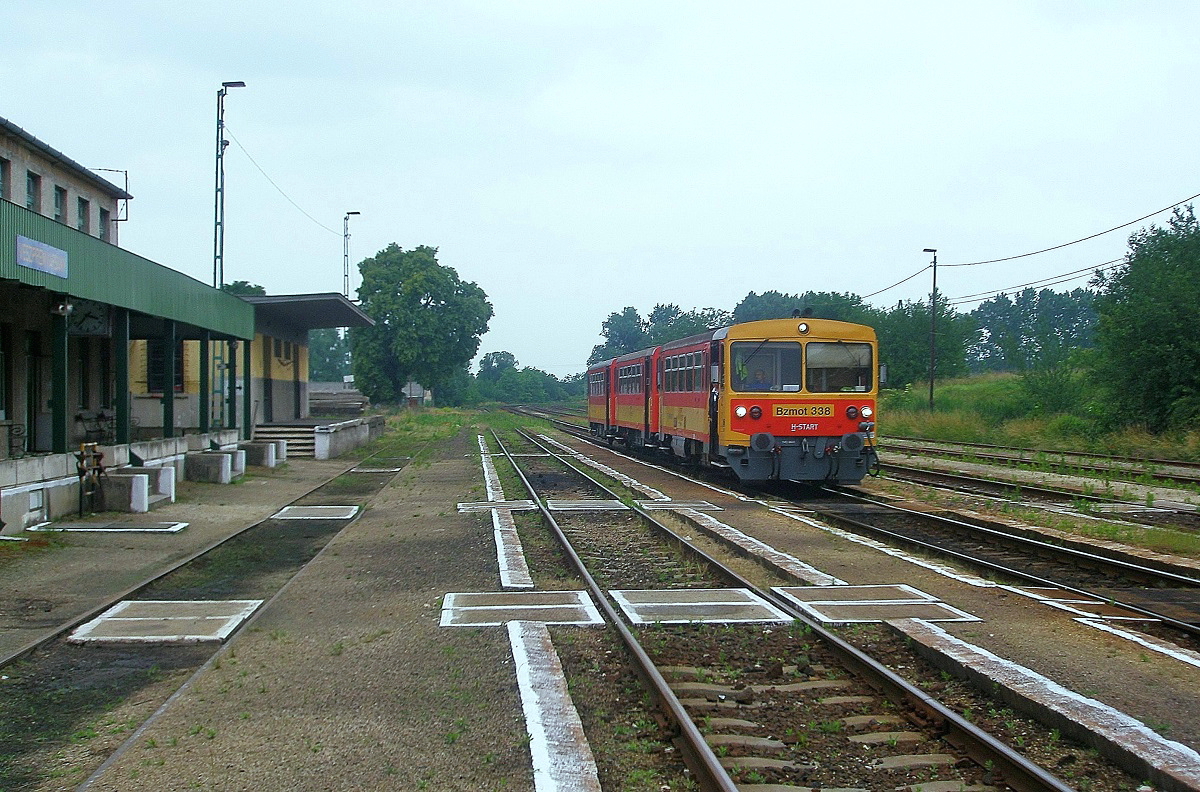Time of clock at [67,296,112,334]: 3:36
